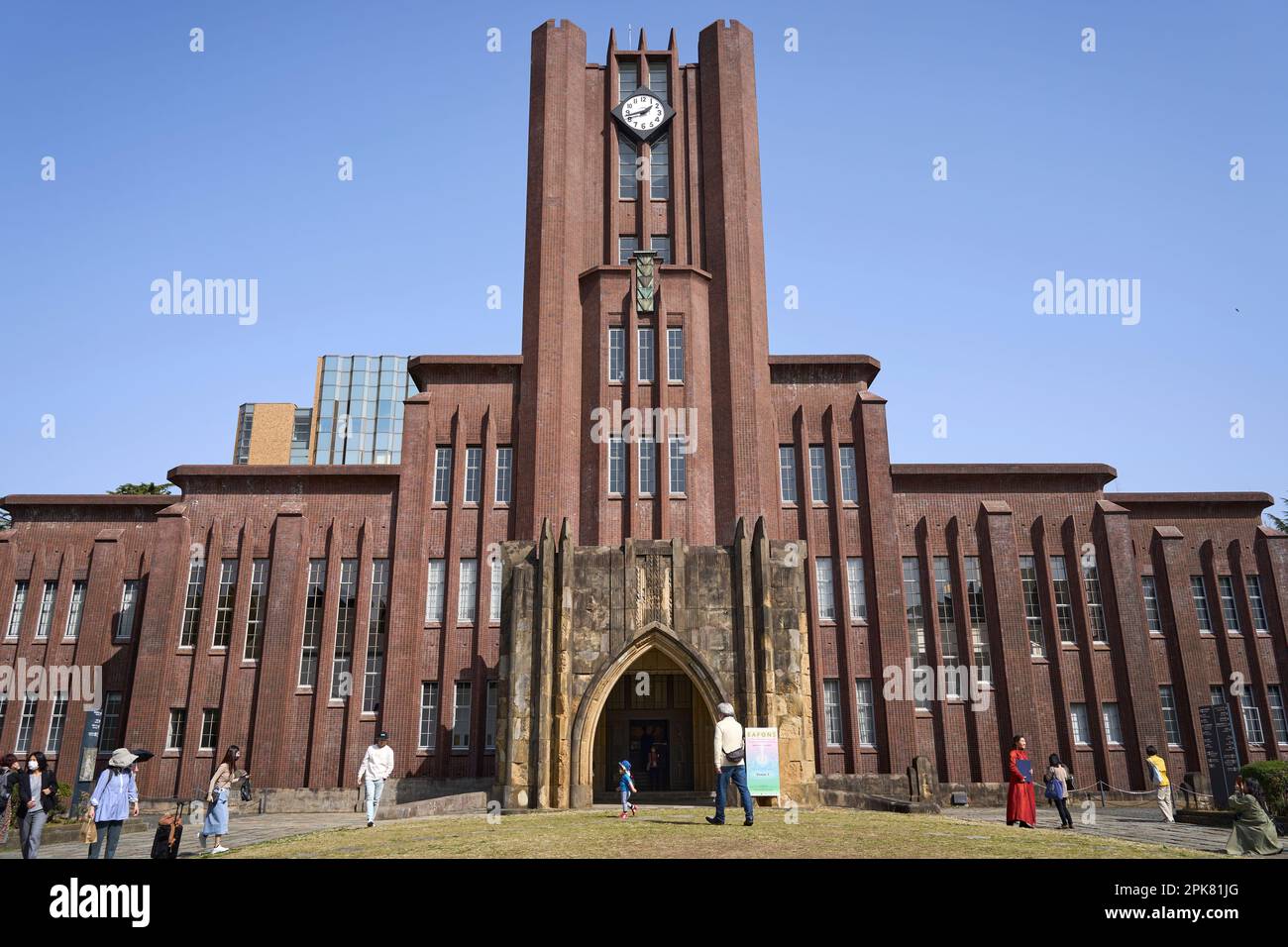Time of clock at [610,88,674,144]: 1:42
